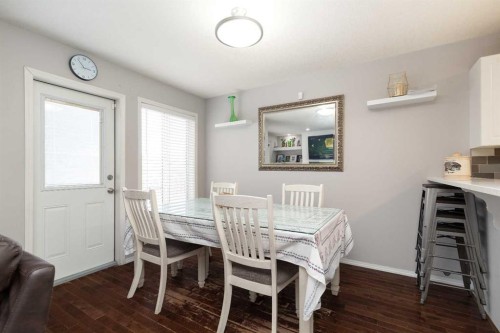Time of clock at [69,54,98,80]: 2:52
